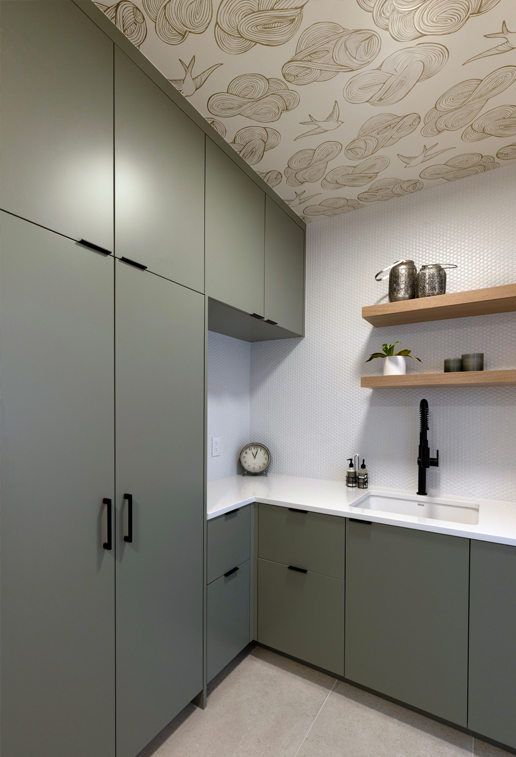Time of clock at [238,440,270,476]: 11:02
